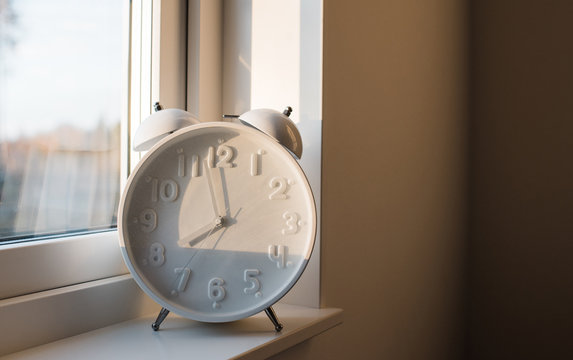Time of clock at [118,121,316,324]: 7:59
